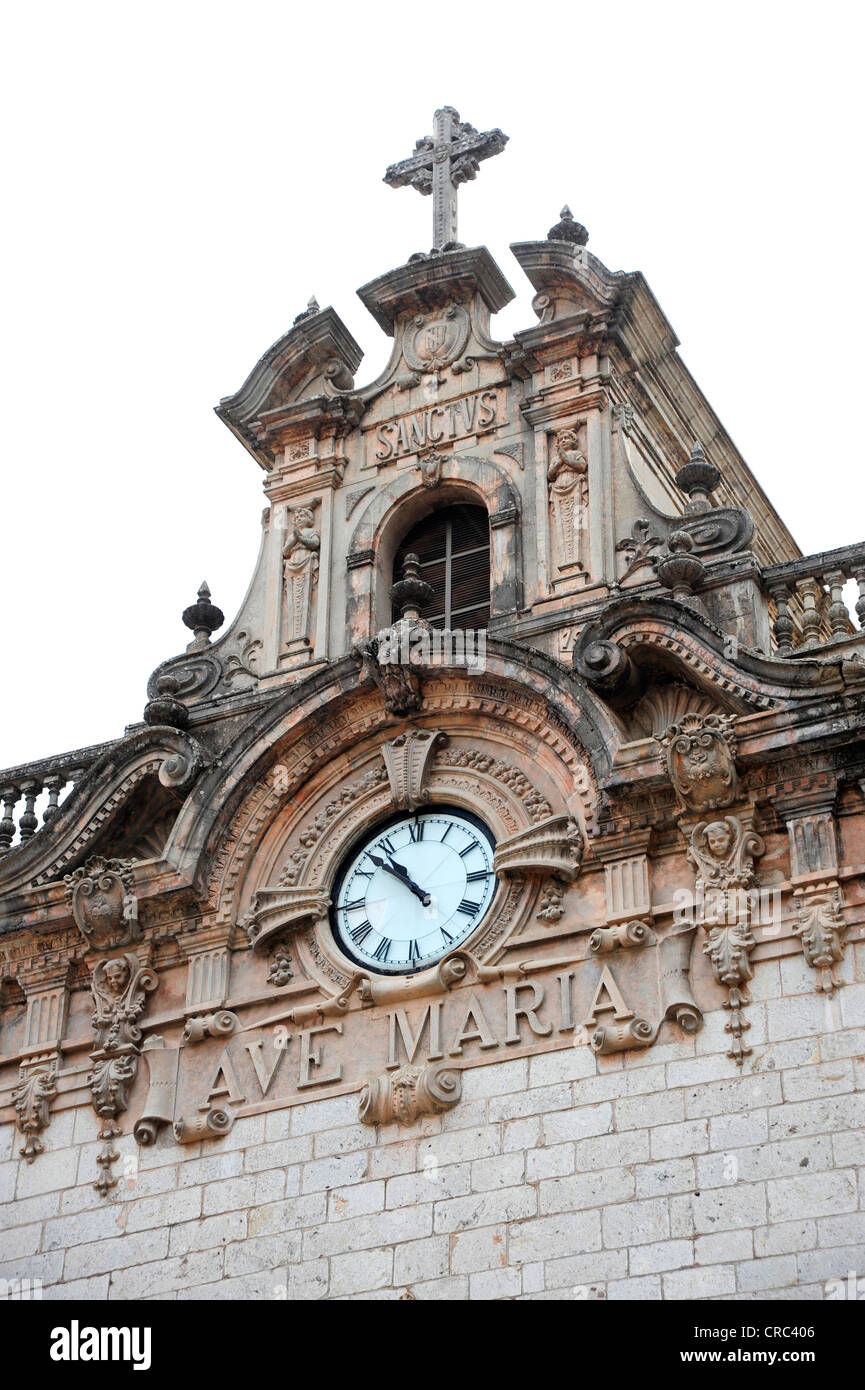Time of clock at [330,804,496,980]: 10:52
